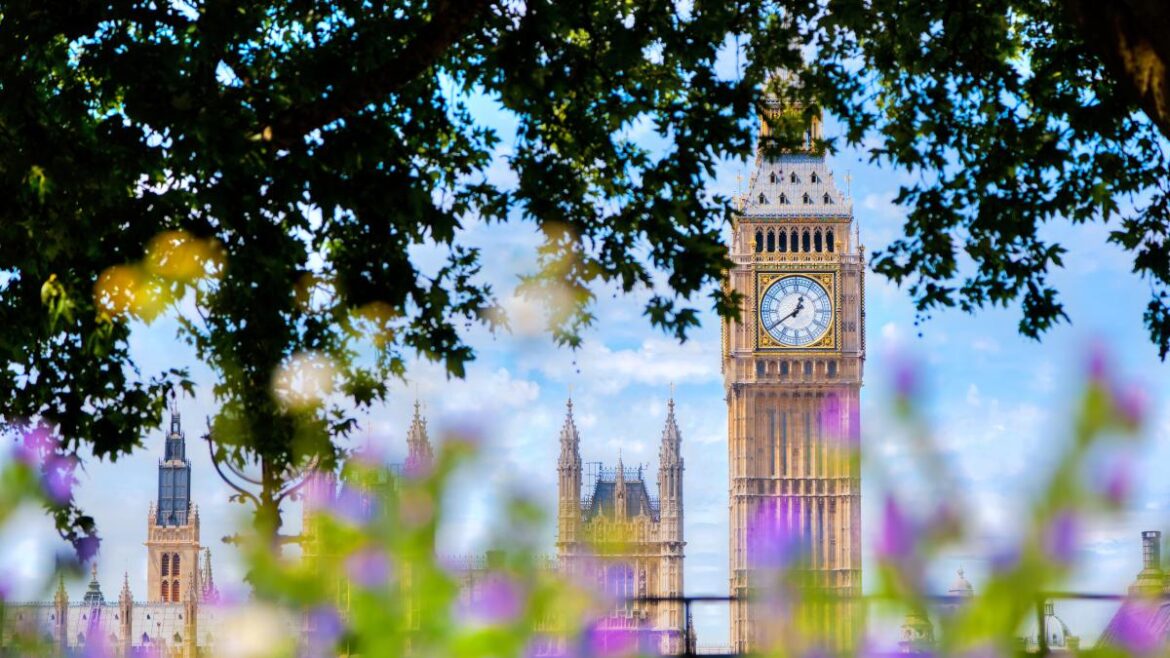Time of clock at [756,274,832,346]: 12:39
